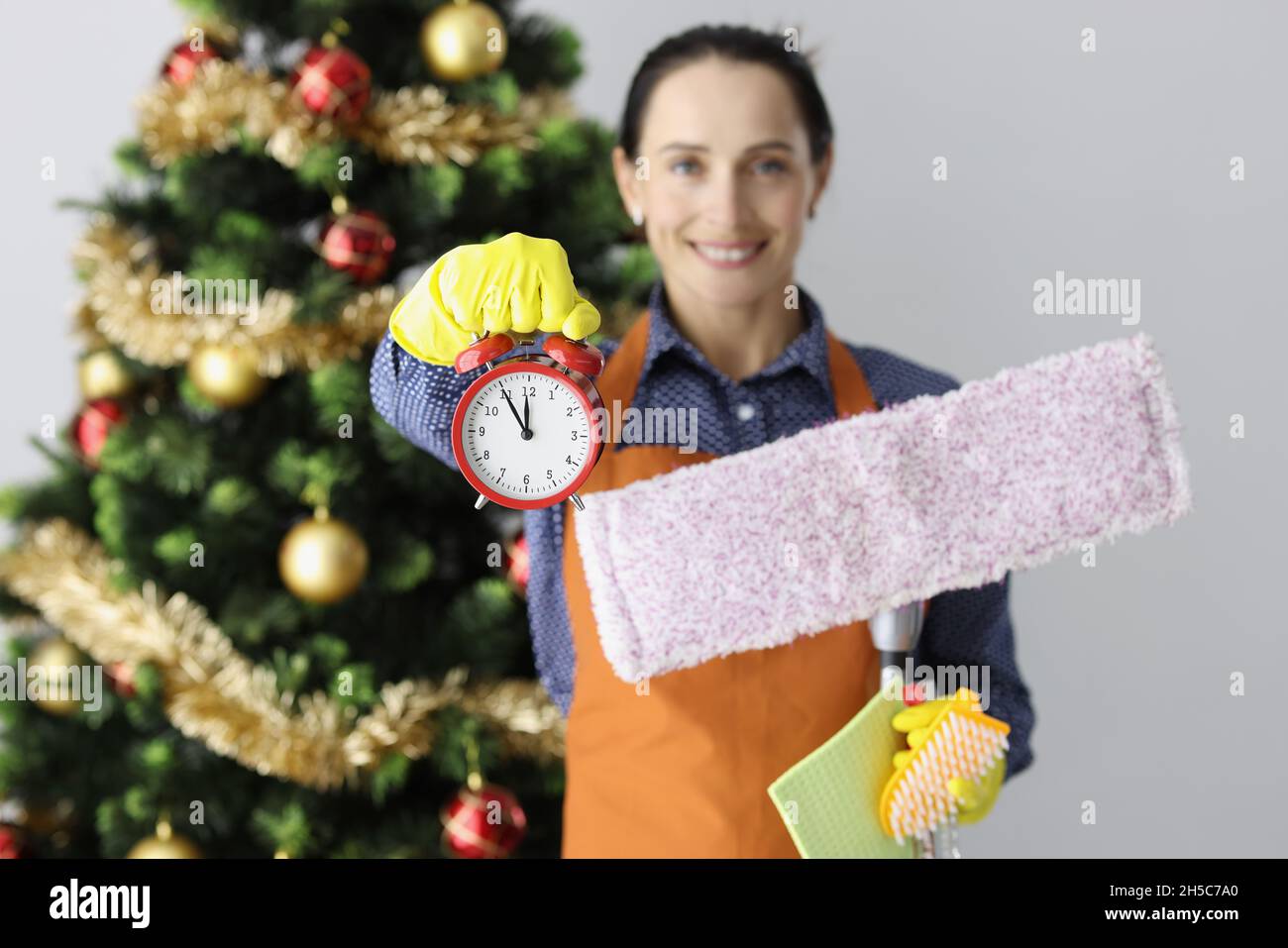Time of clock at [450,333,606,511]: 11:54
